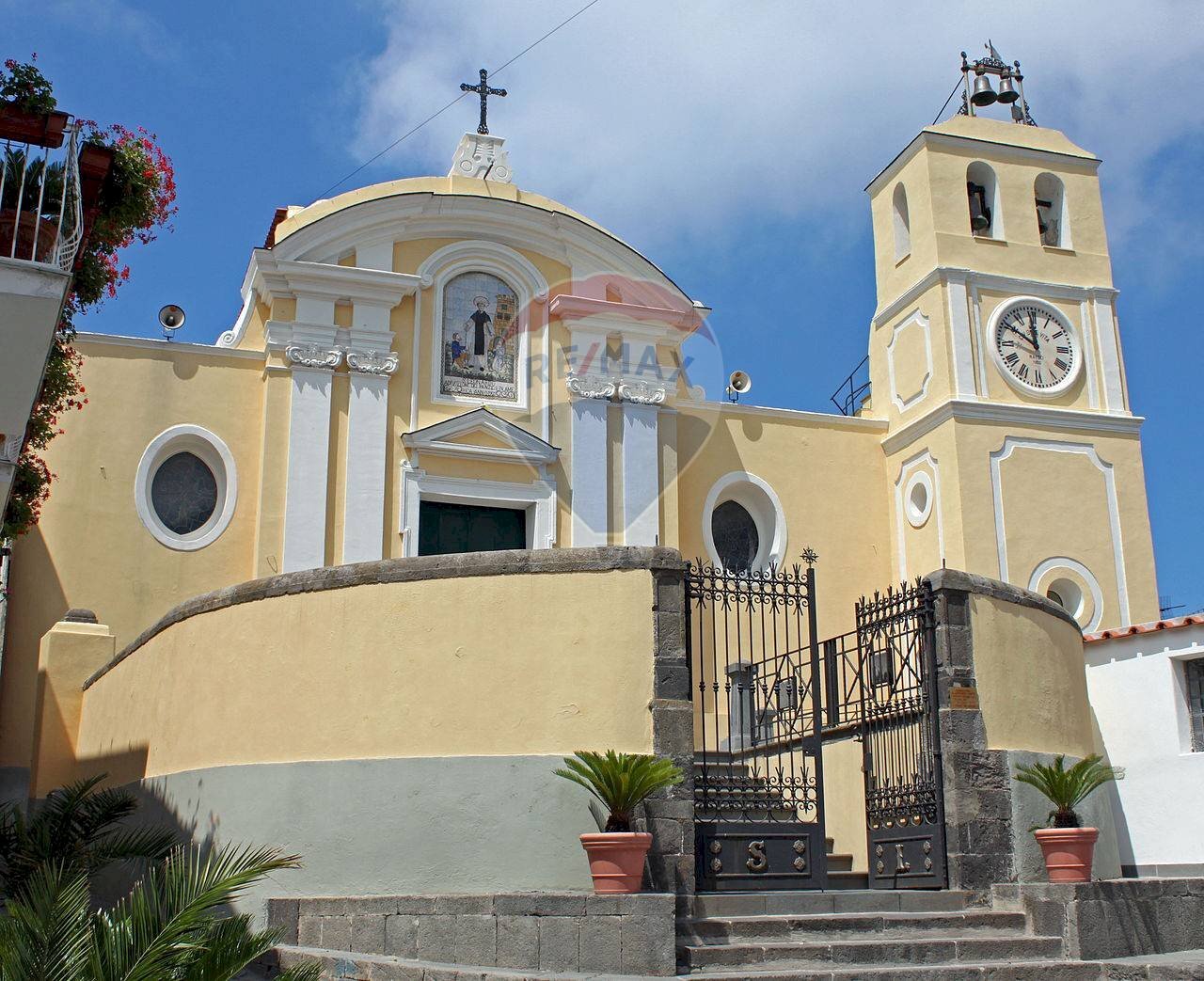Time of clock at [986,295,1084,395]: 11:50
